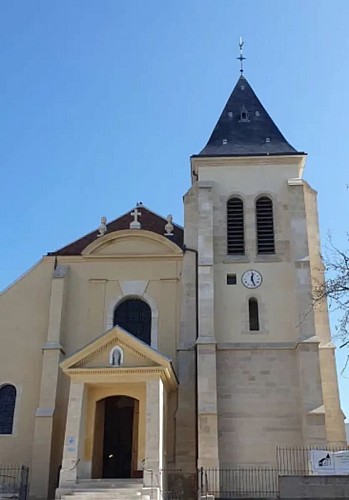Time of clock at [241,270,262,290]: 12:26
